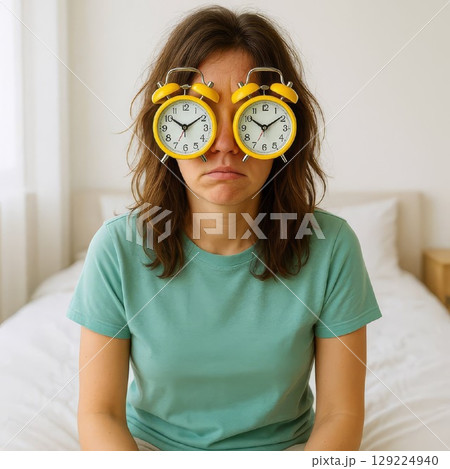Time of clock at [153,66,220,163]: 10:09
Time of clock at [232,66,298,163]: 10:09
